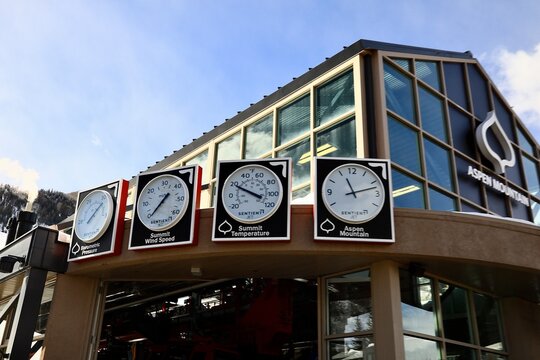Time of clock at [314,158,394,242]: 11:12
